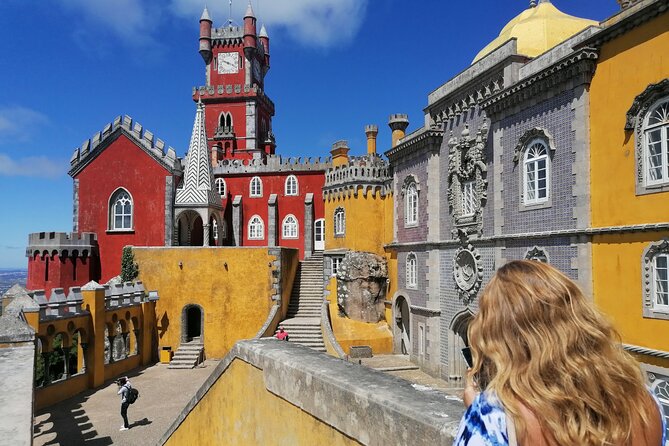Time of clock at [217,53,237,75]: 3:48
